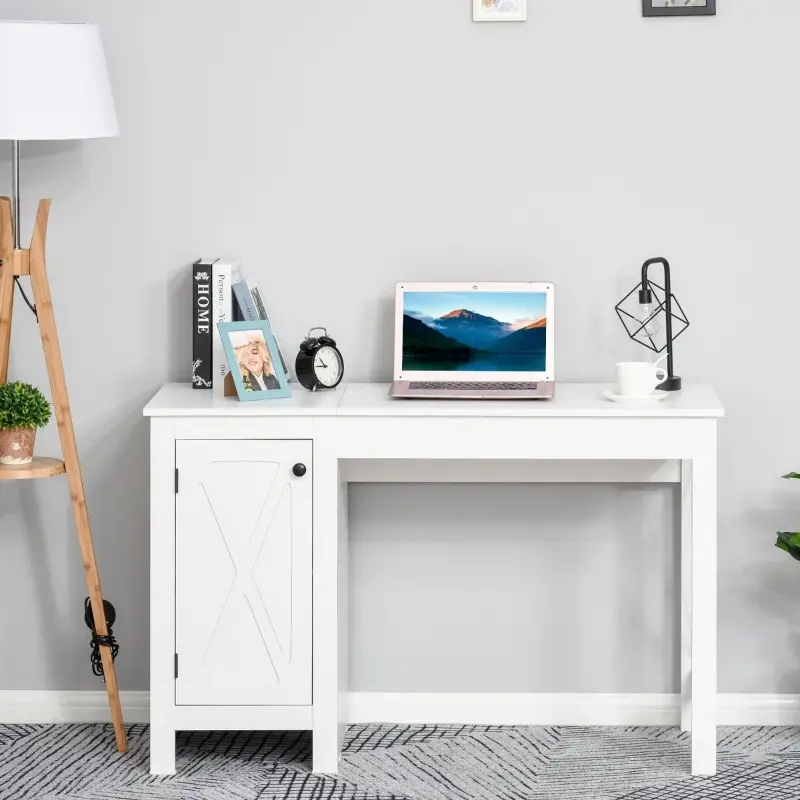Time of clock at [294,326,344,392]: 10:45
